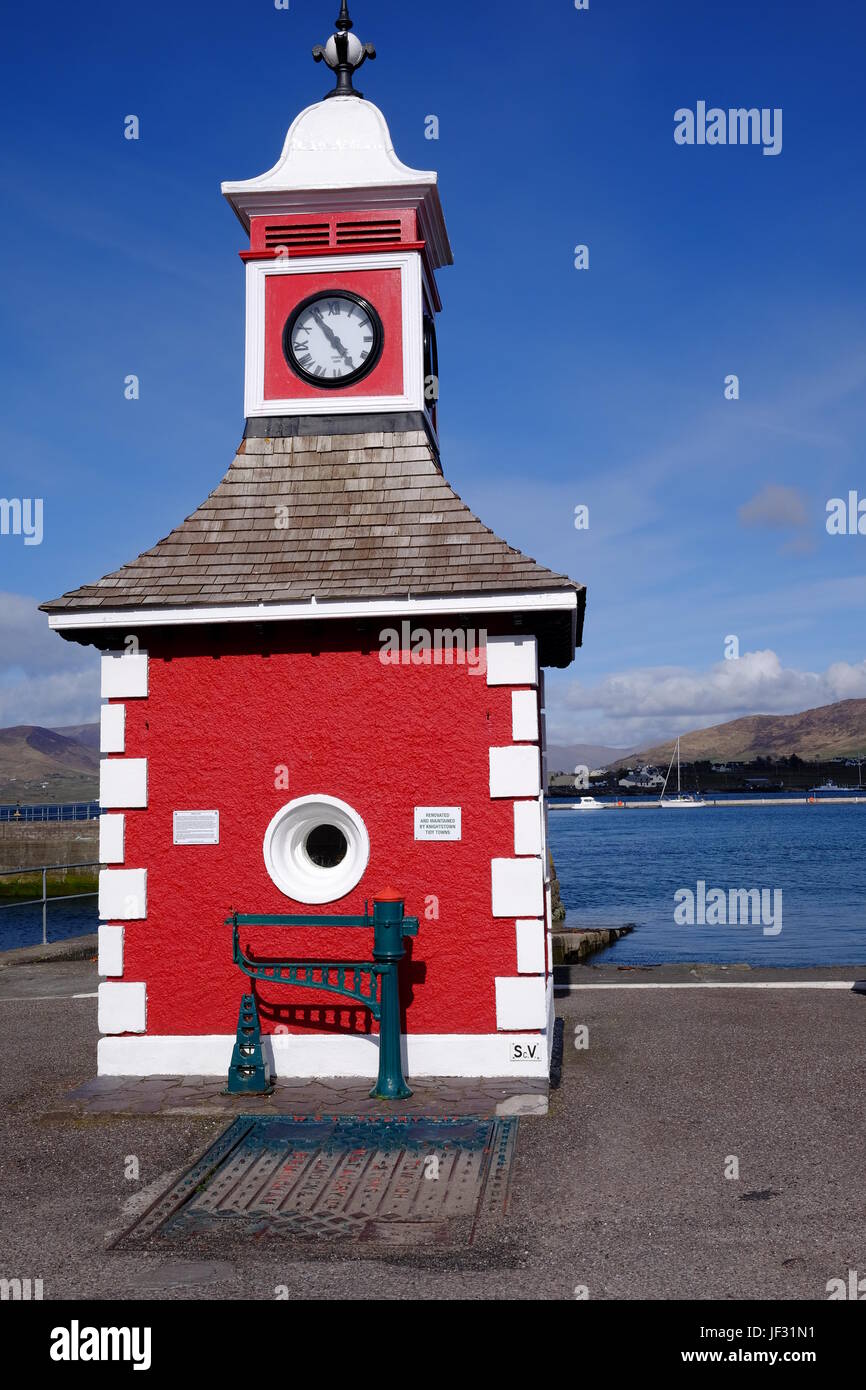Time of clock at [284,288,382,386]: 4:54
